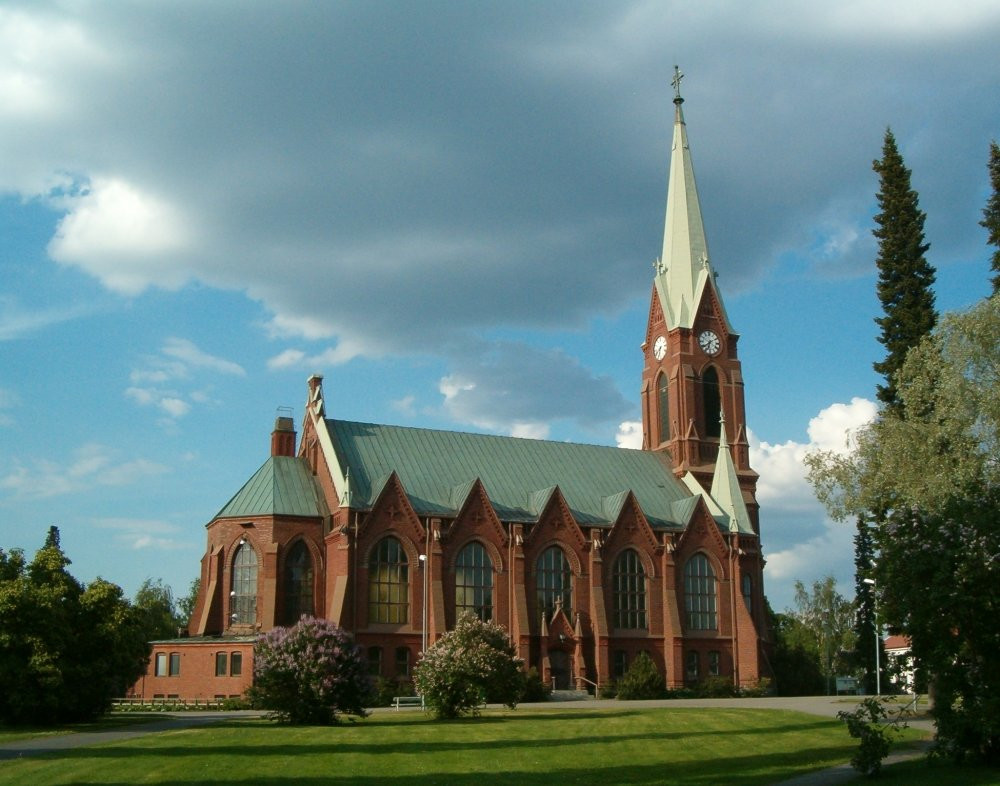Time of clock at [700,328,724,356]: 6:38
